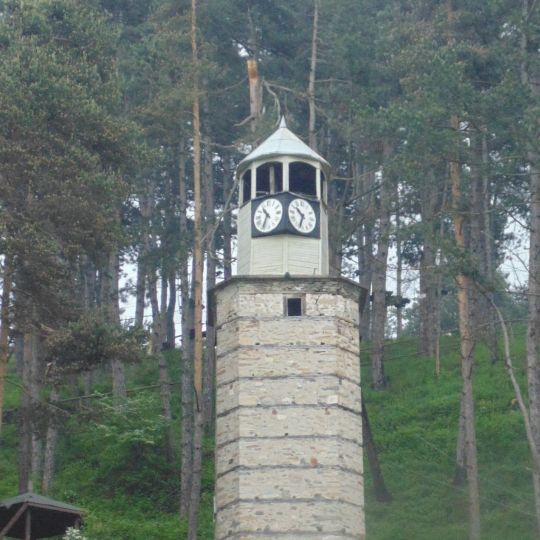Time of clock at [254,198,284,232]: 10:34
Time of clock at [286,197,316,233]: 10:33
